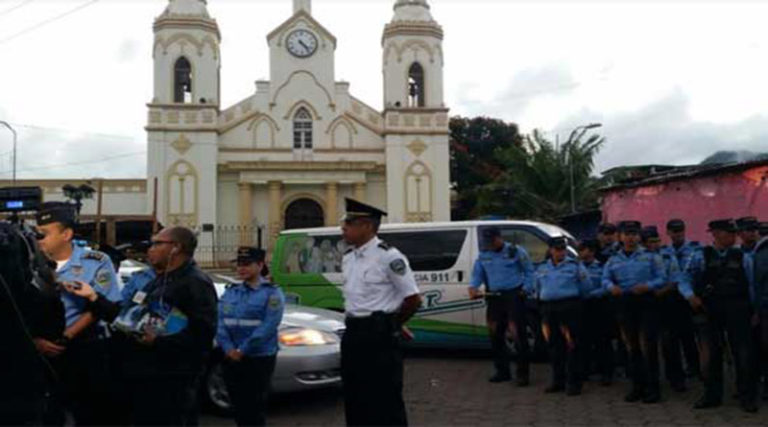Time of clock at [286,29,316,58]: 4:23
